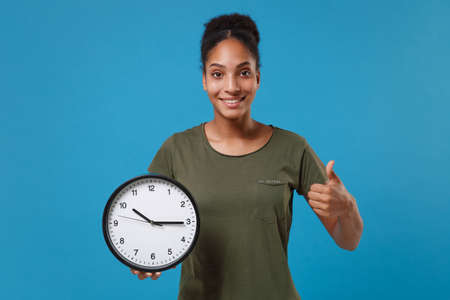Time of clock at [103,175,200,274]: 10:15
